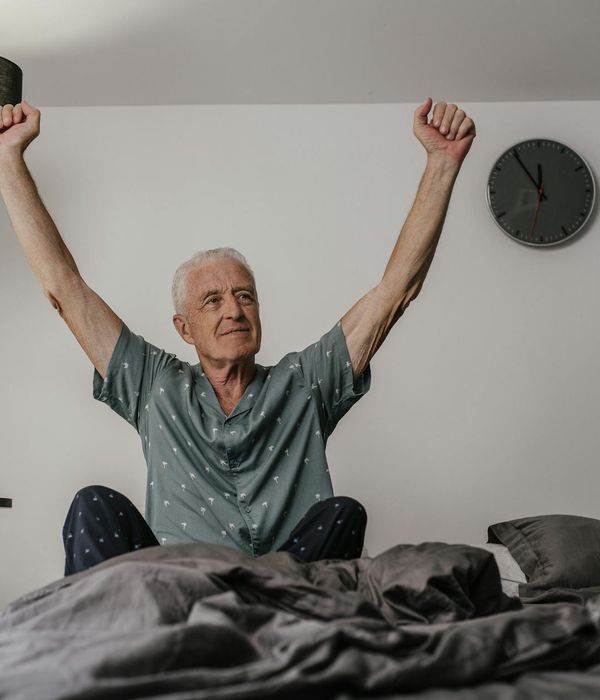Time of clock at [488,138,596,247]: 11:54
